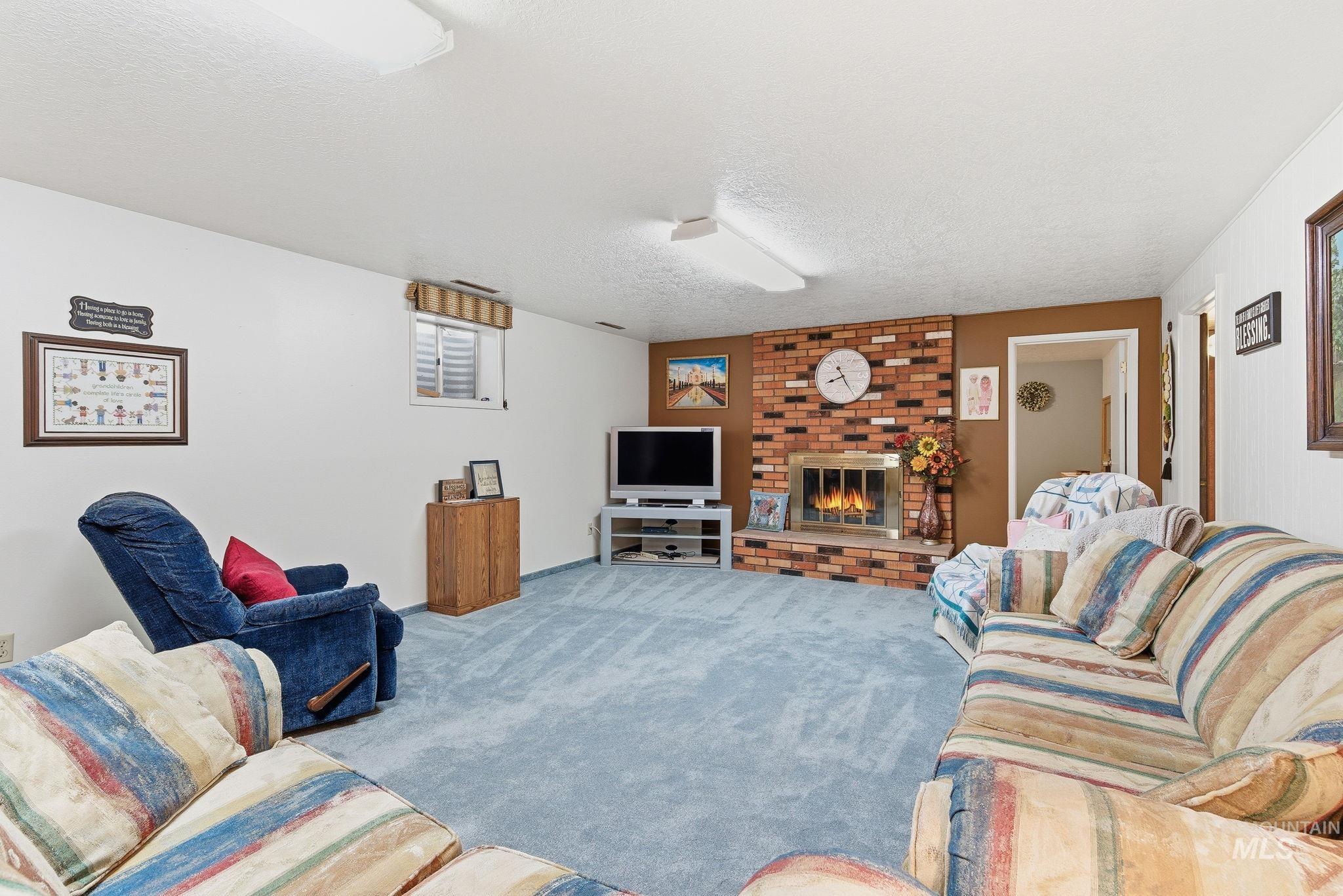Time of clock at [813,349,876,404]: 8:25
